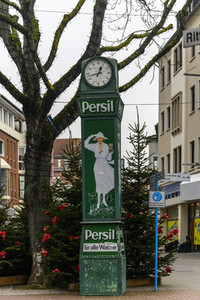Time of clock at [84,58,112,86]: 12:42
